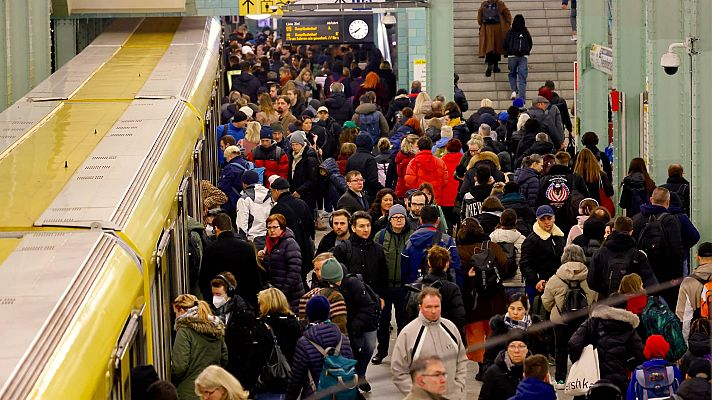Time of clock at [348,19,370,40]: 7:40
